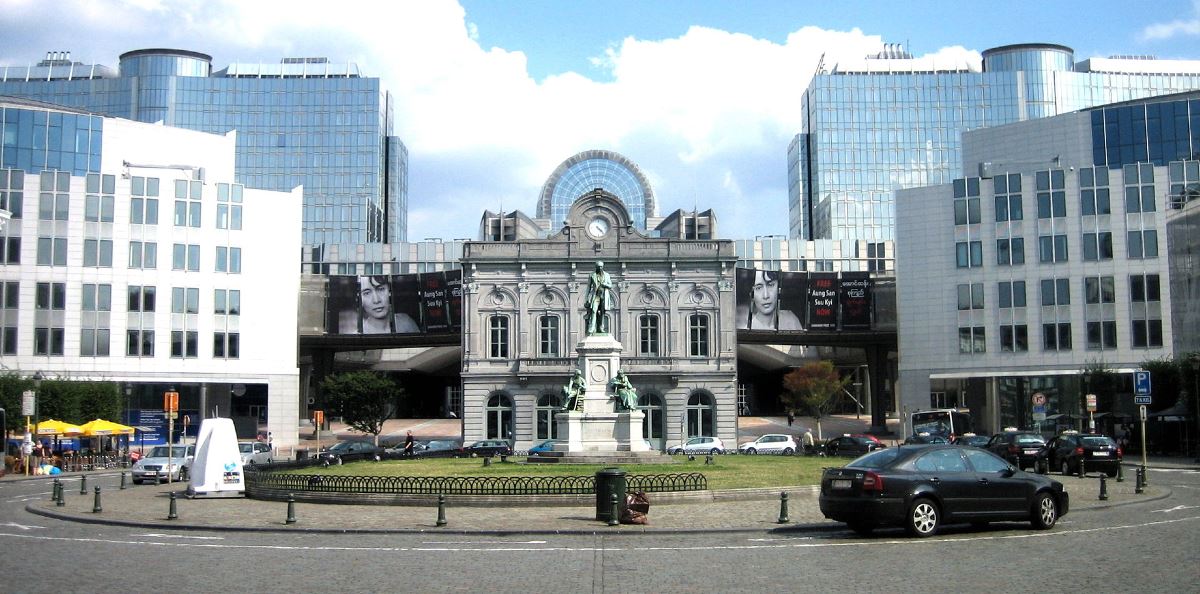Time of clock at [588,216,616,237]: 4:22
